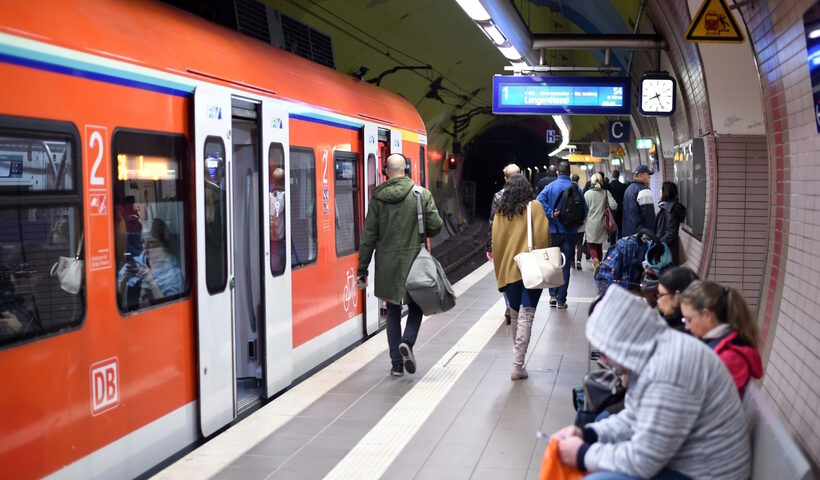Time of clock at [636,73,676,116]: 8:25
